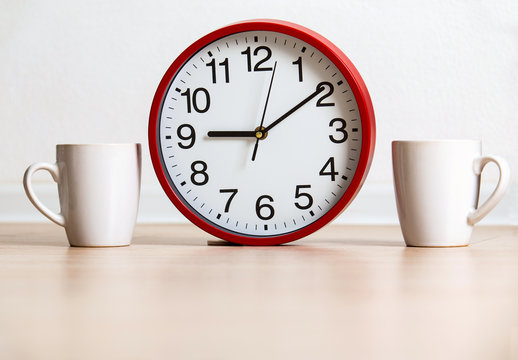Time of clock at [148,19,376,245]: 9:09
